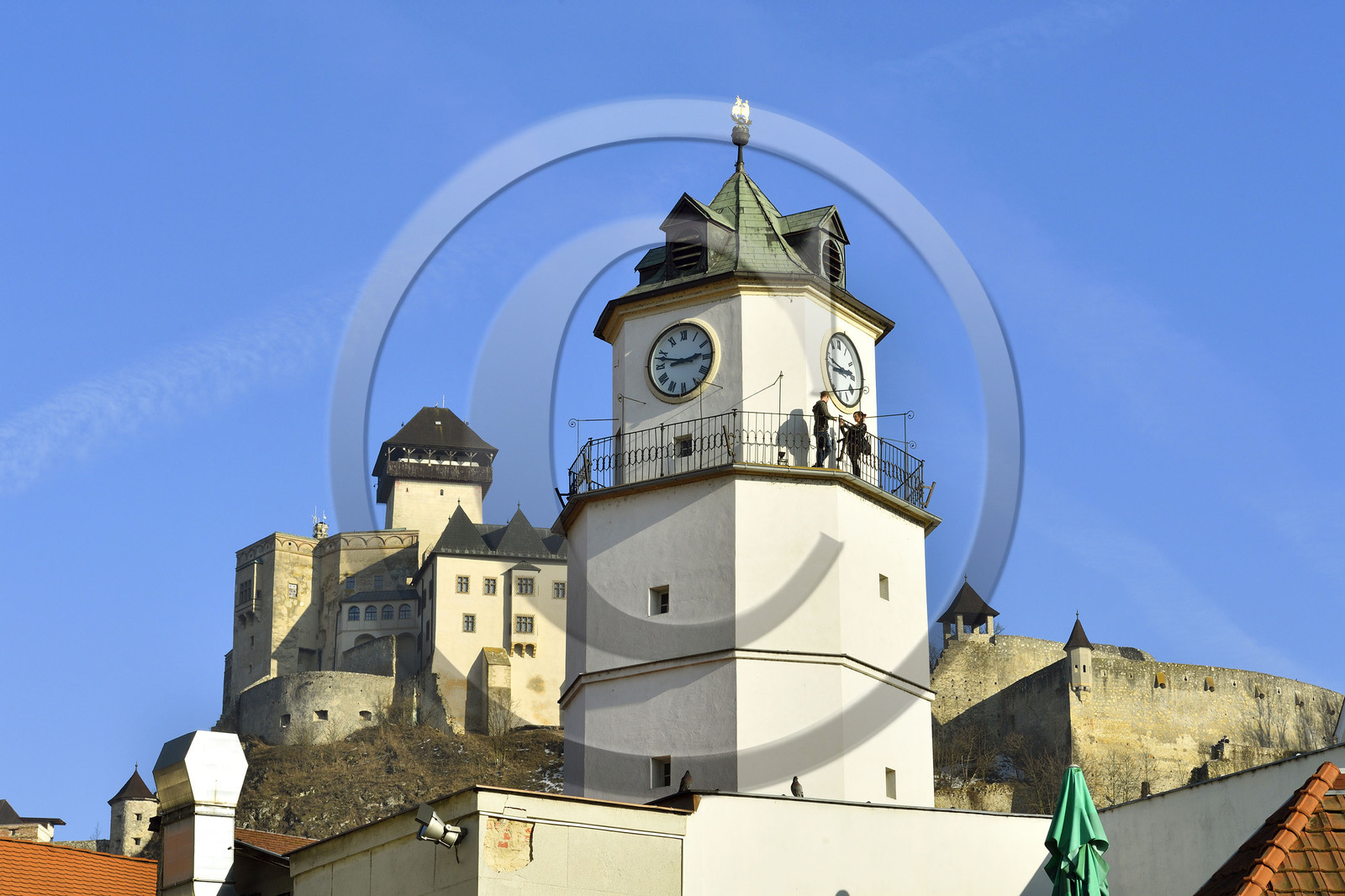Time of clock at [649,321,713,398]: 2:47
